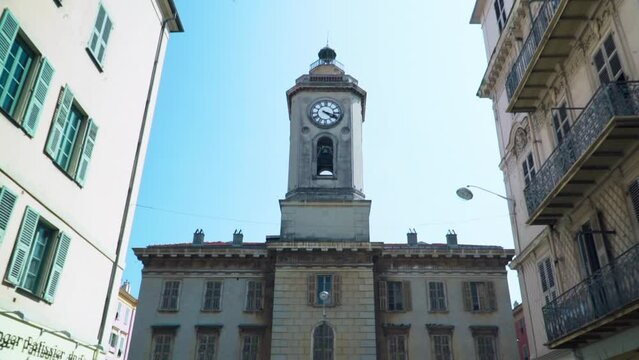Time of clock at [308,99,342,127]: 4:18
